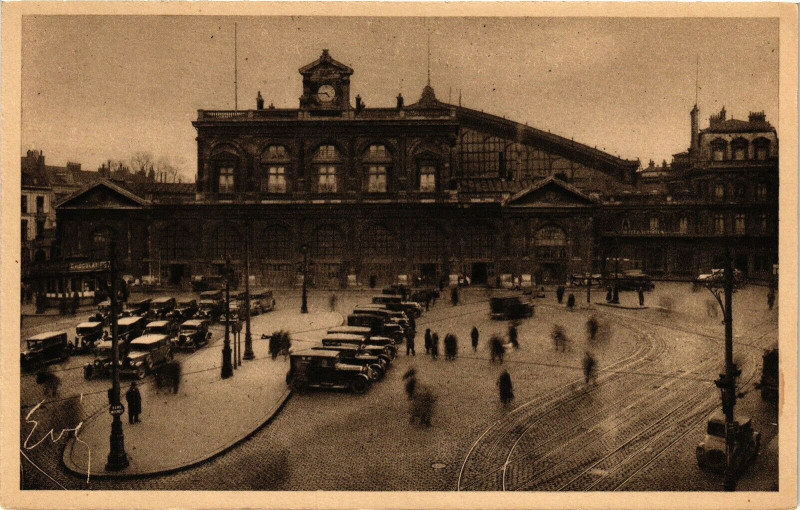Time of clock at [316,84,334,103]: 4:44
